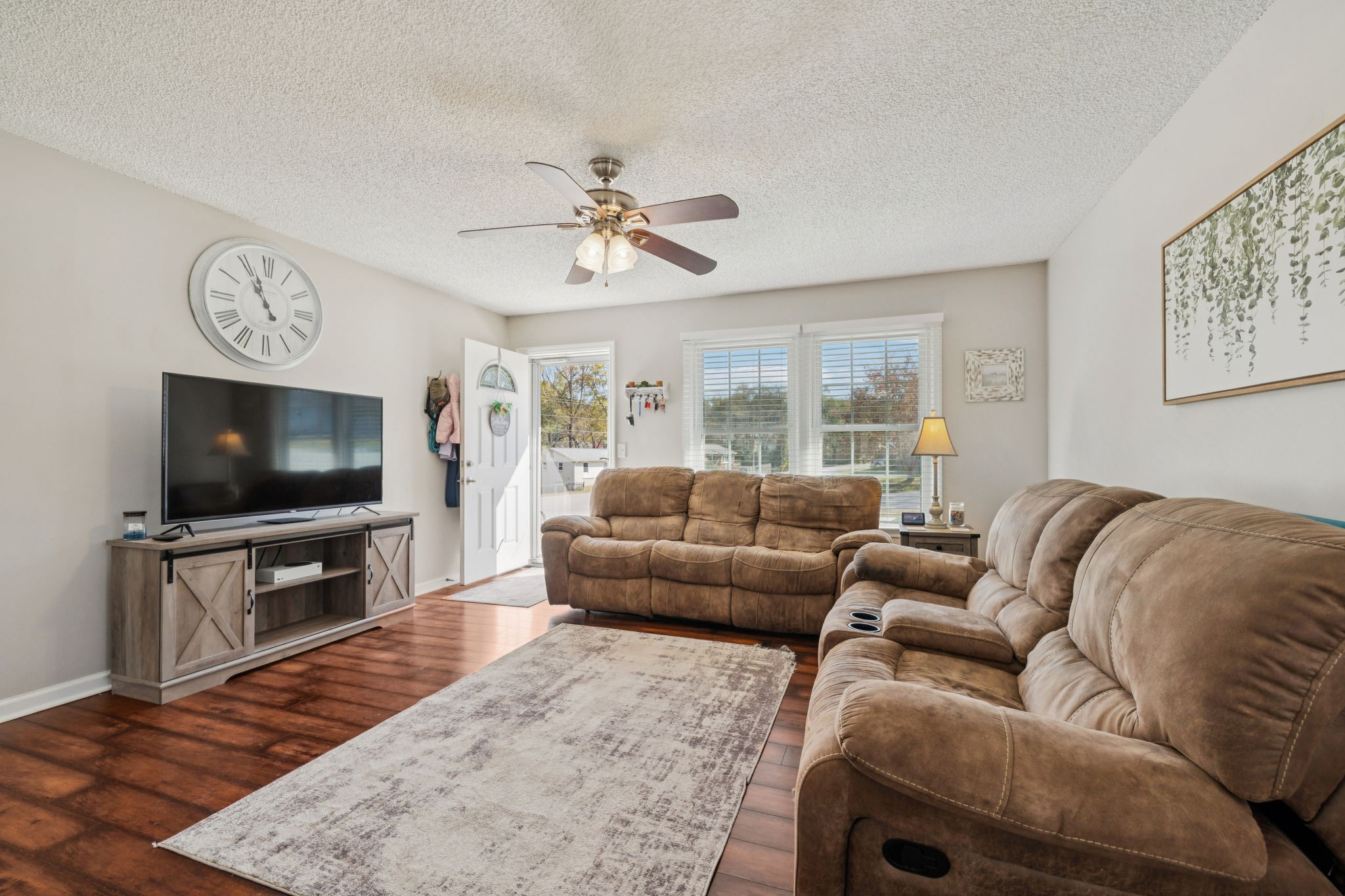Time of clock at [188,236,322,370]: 10:56
